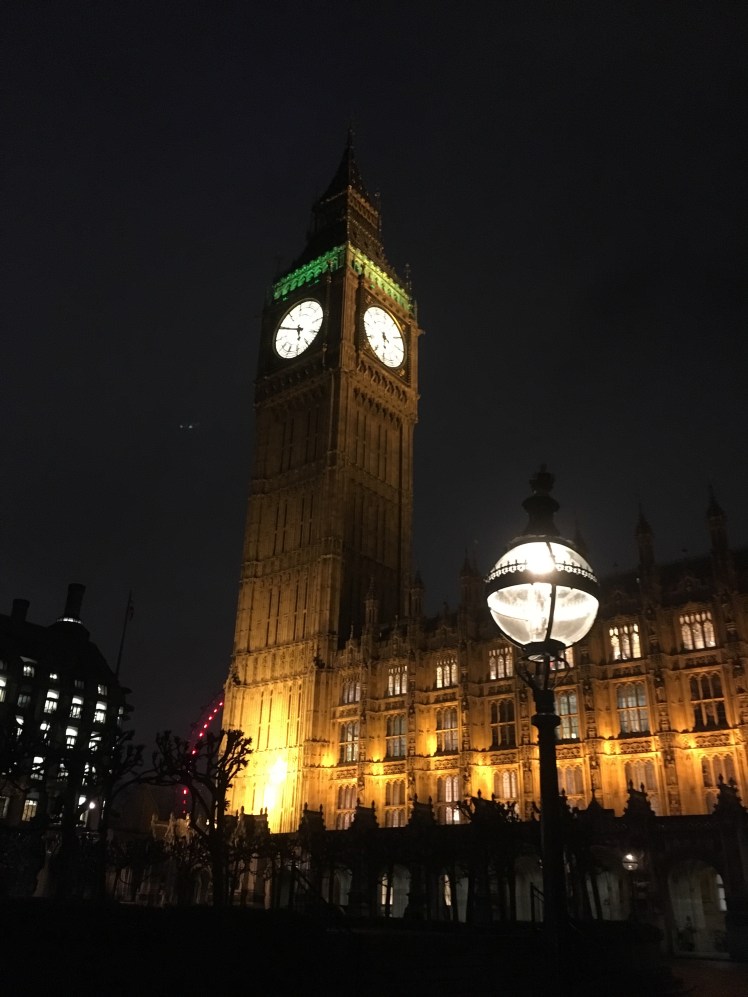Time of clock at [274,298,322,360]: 5:49
